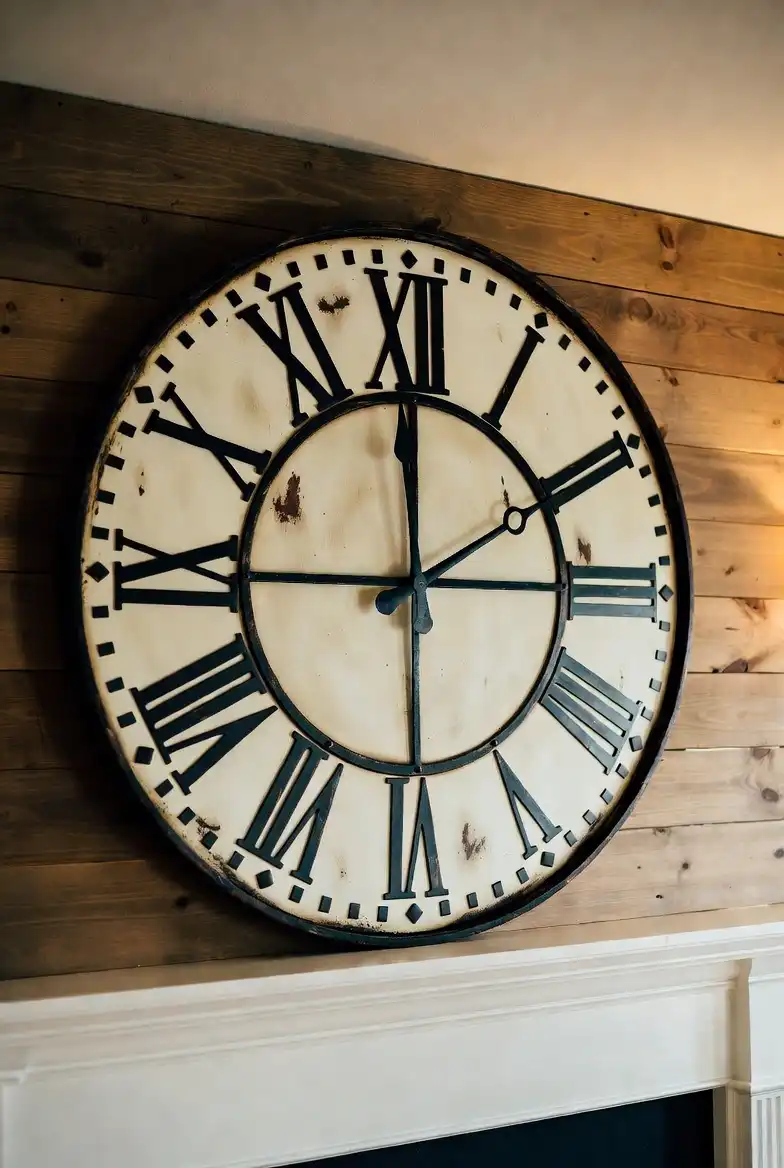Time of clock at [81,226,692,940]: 1:59
